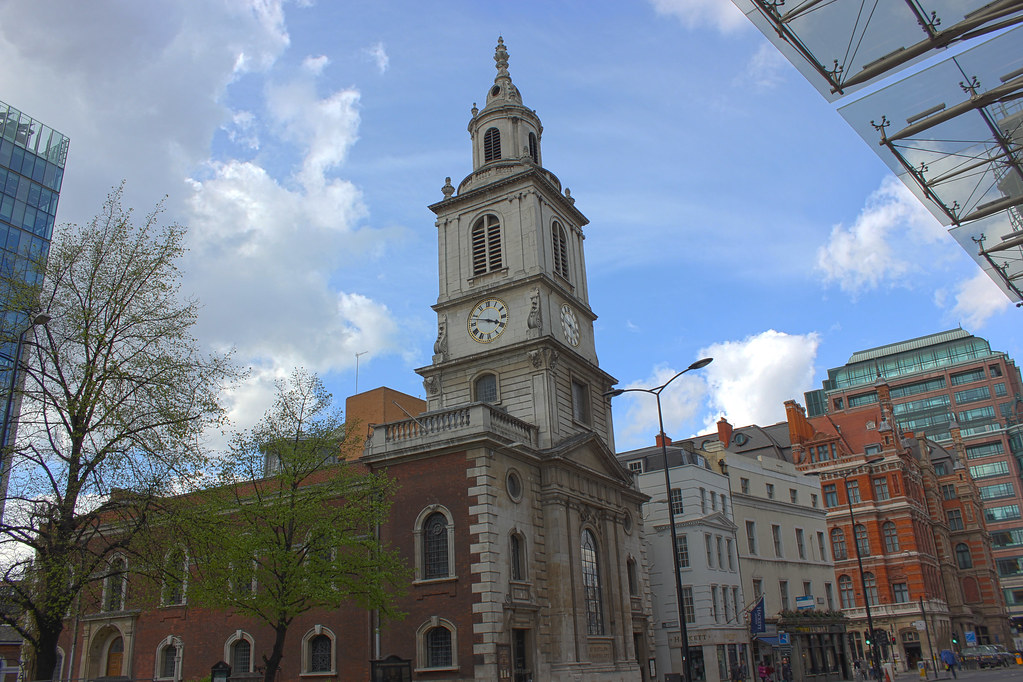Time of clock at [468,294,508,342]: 3:47
